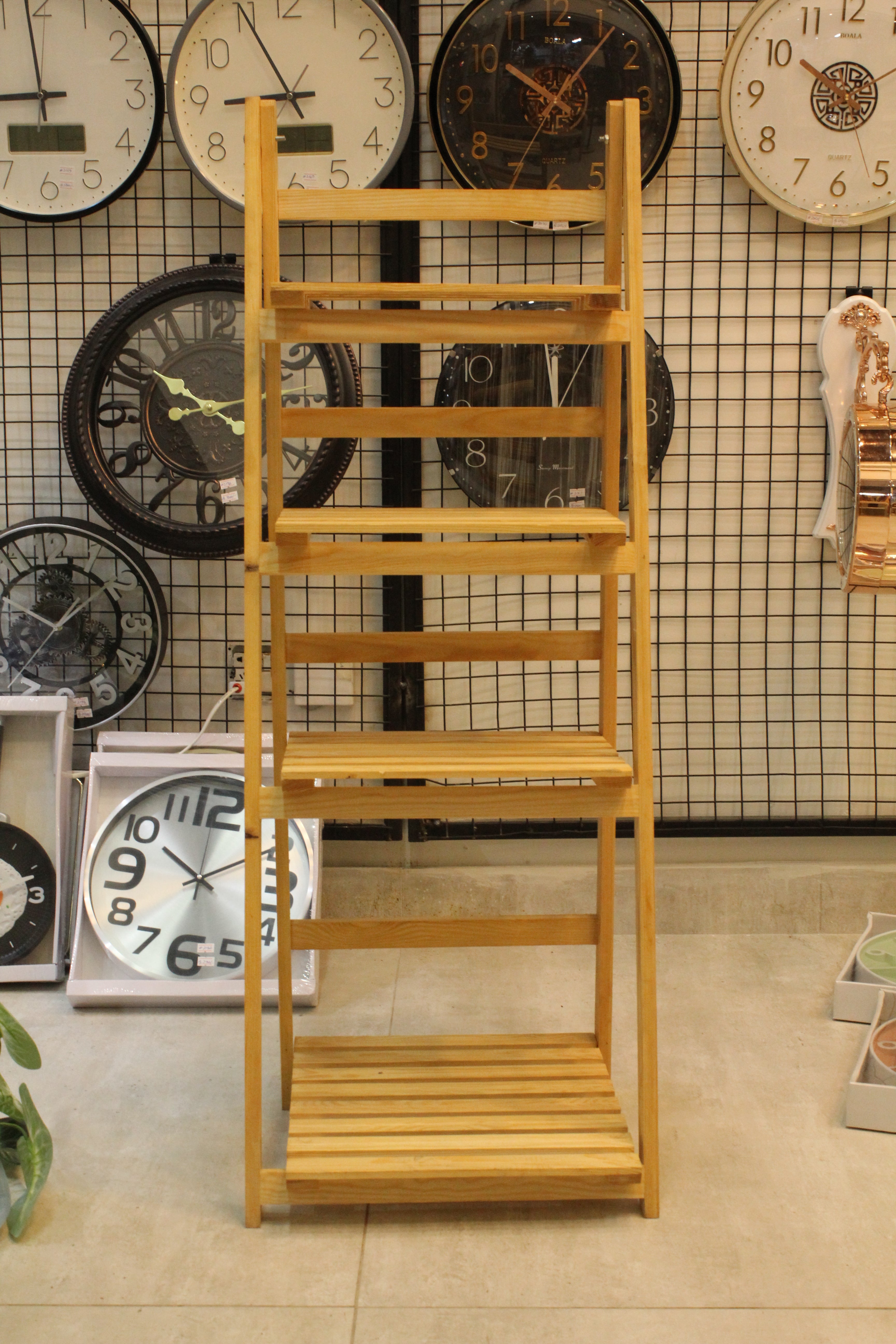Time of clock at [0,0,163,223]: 8:58
